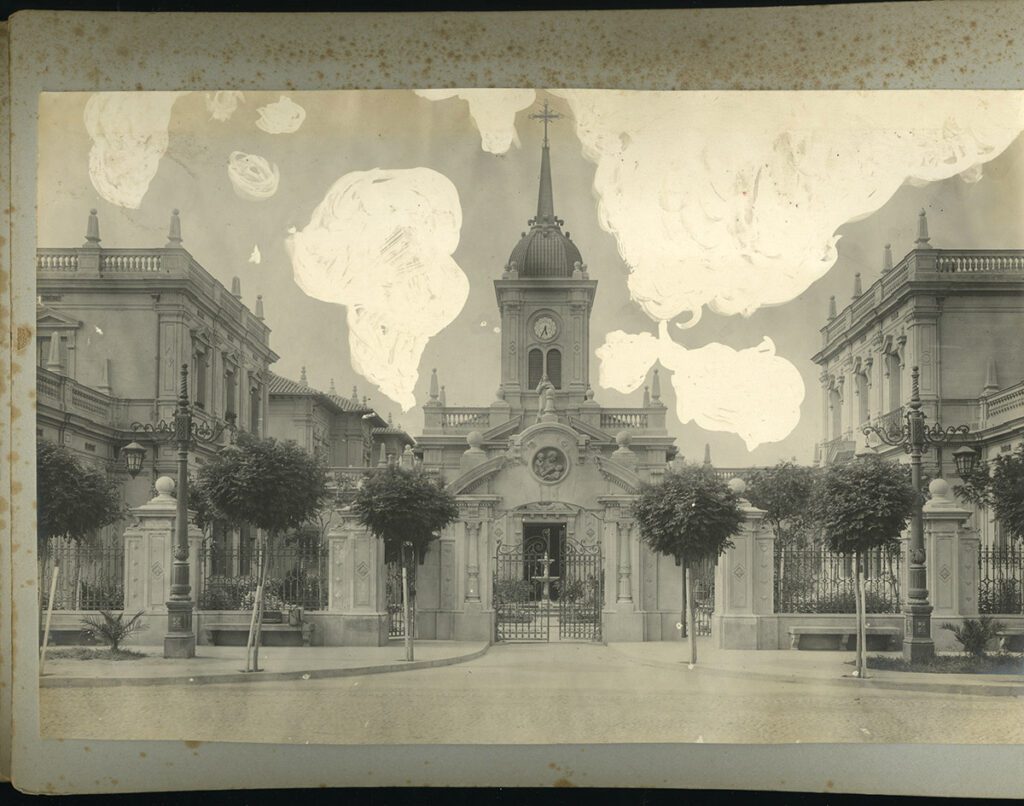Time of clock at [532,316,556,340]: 5:33
